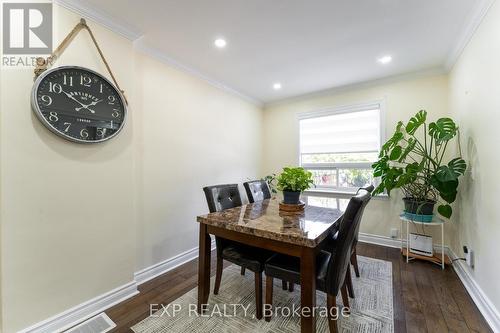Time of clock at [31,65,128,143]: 1:50
